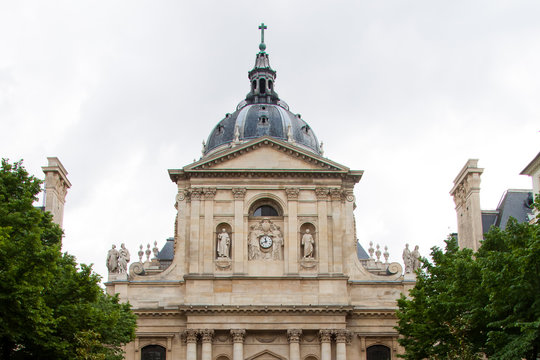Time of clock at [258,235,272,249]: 11:41
